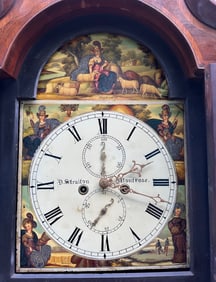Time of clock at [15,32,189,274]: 2:00
